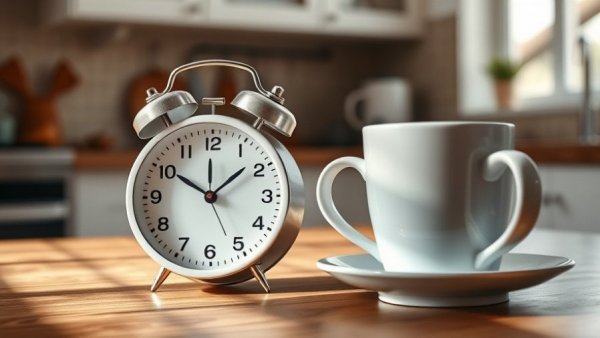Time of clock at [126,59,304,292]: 1:50
